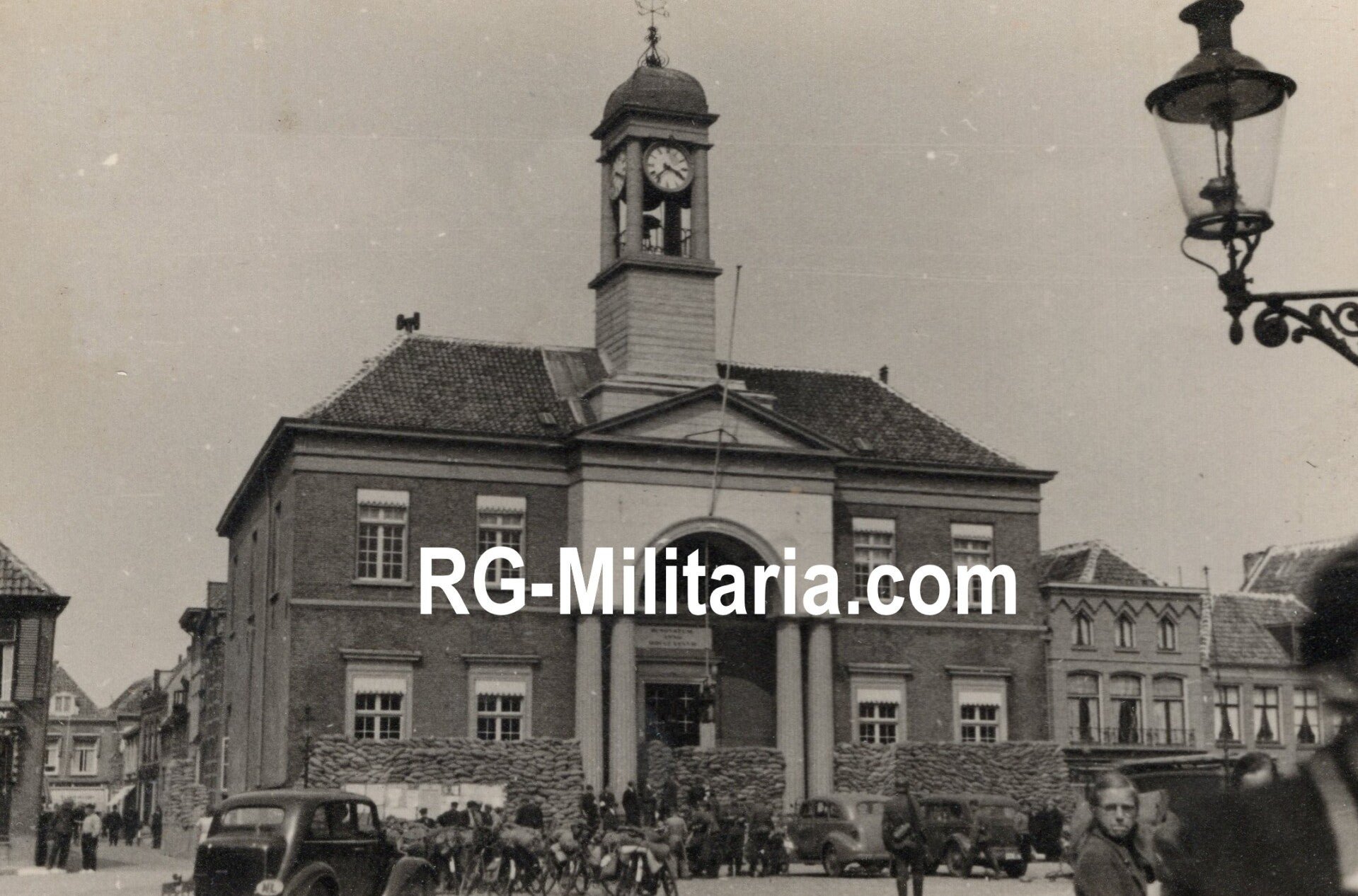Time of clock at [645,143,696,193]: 3:37
